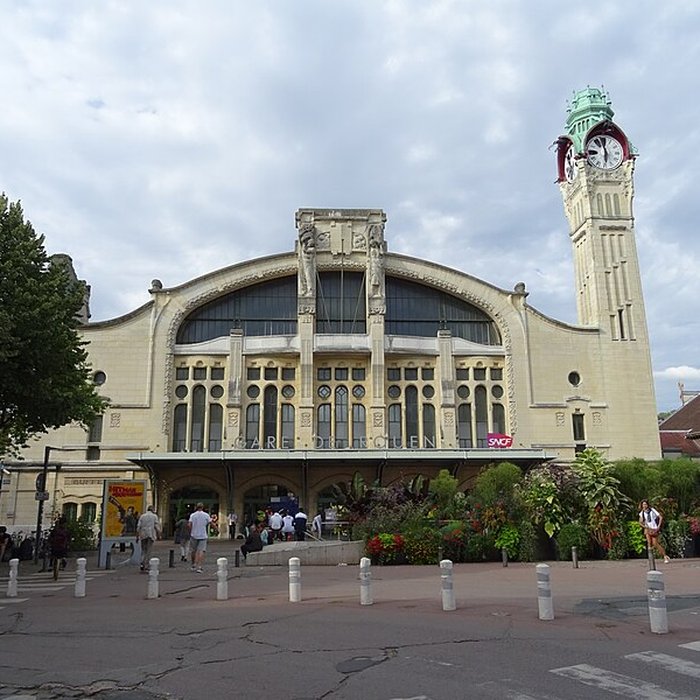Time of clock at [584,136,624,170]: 5:57
